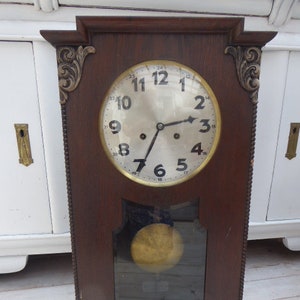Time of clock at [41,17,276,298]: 2:34
